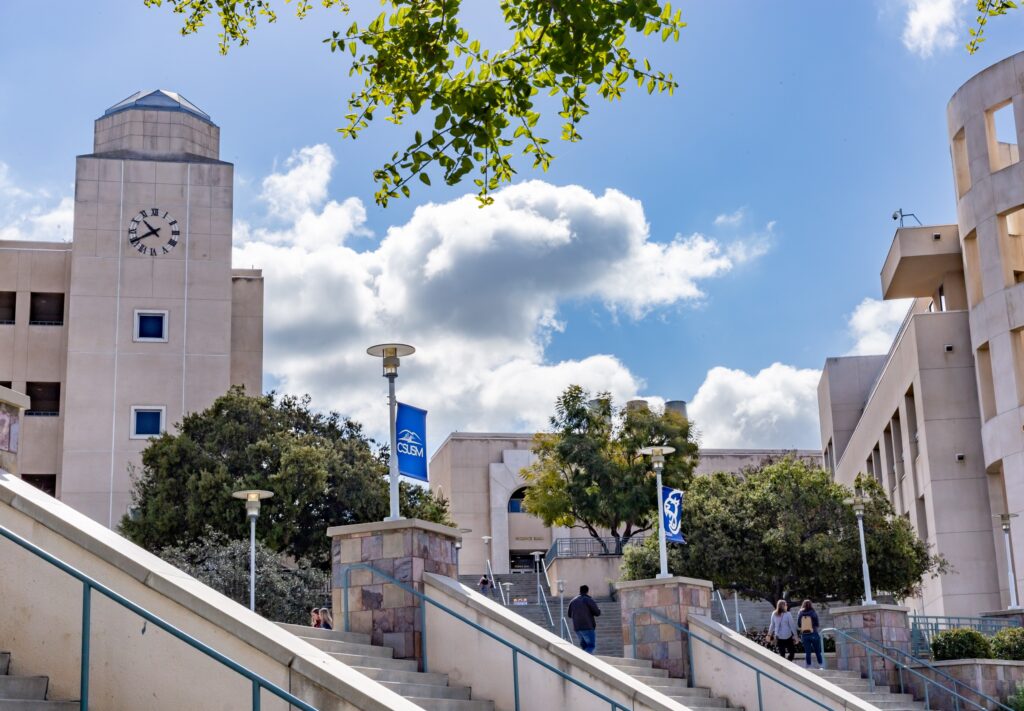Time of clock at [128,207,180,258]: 10:39
